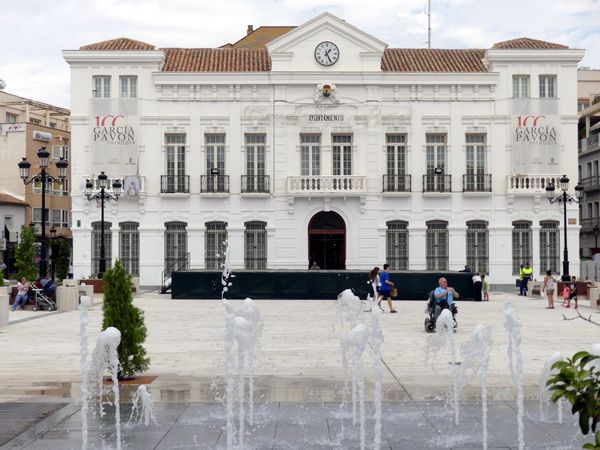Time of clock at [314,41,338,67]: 1:25
